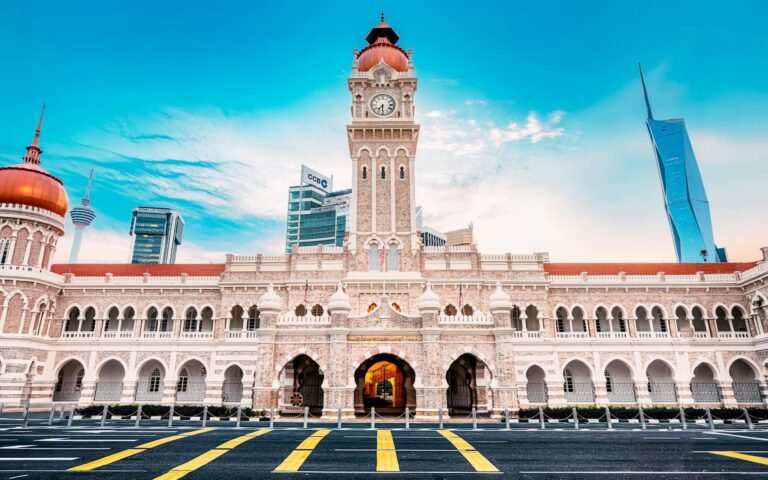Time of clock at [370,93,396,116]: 7:30
